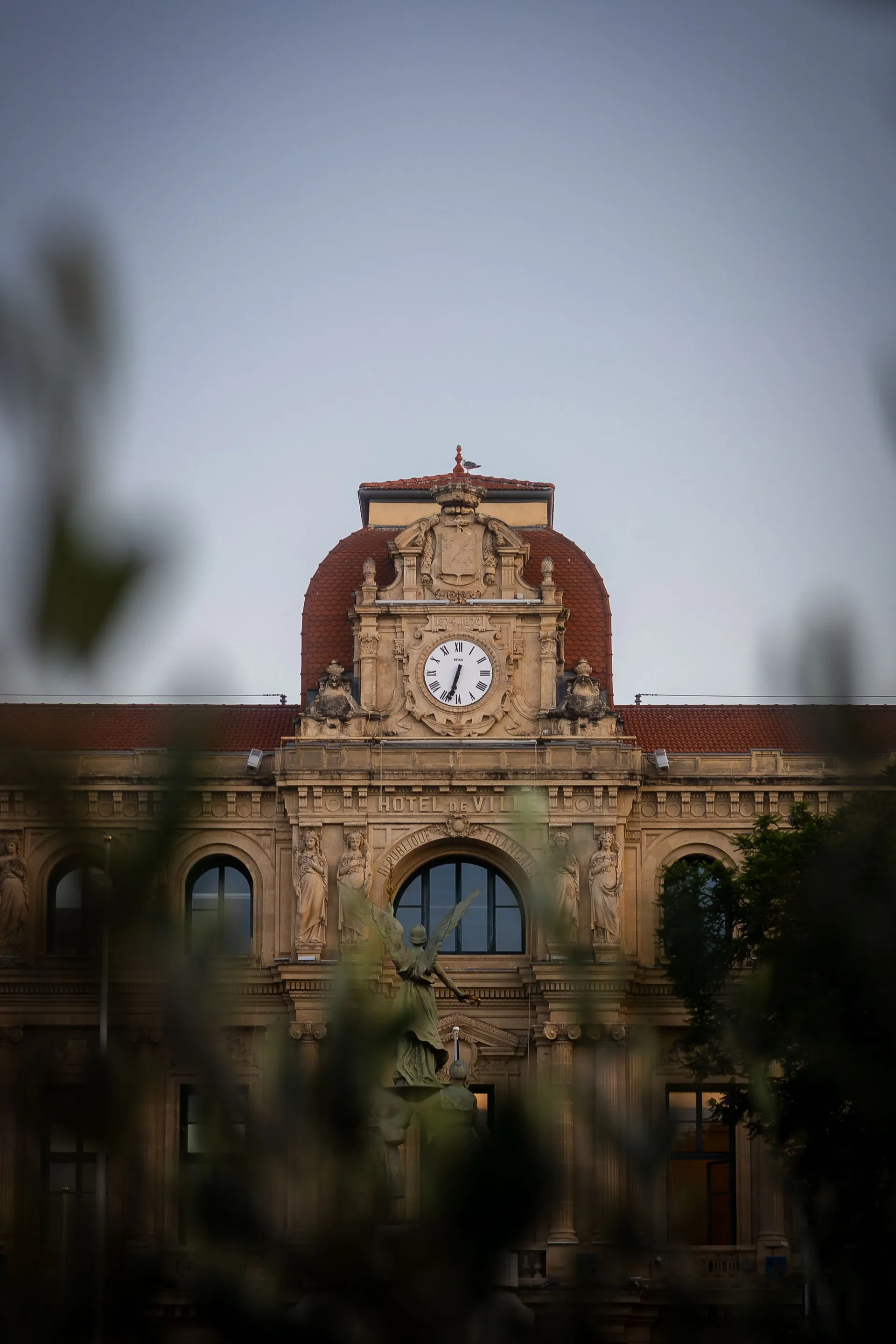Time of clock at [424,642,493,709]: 6:32
